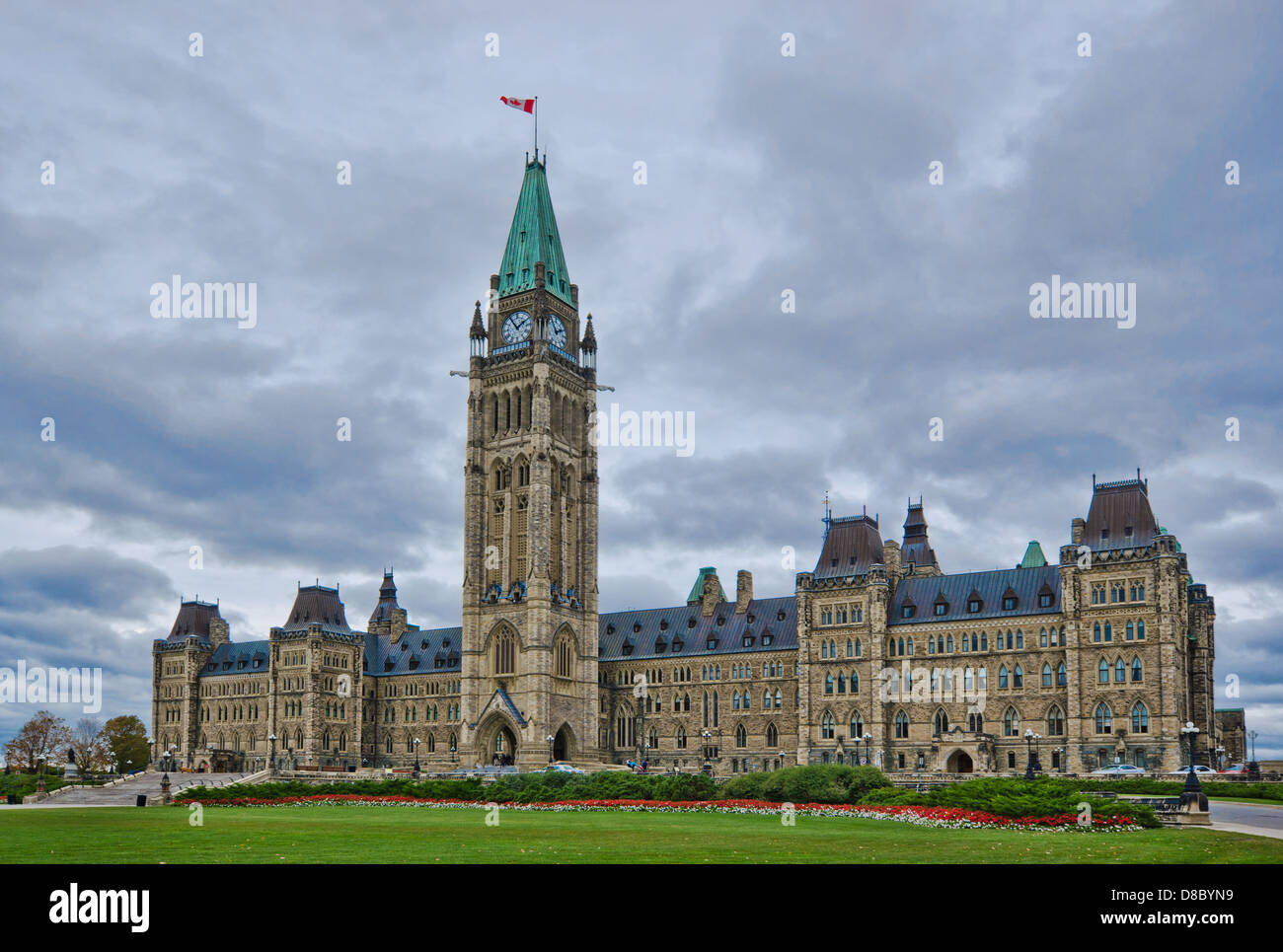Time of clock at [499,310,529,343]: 1:54
